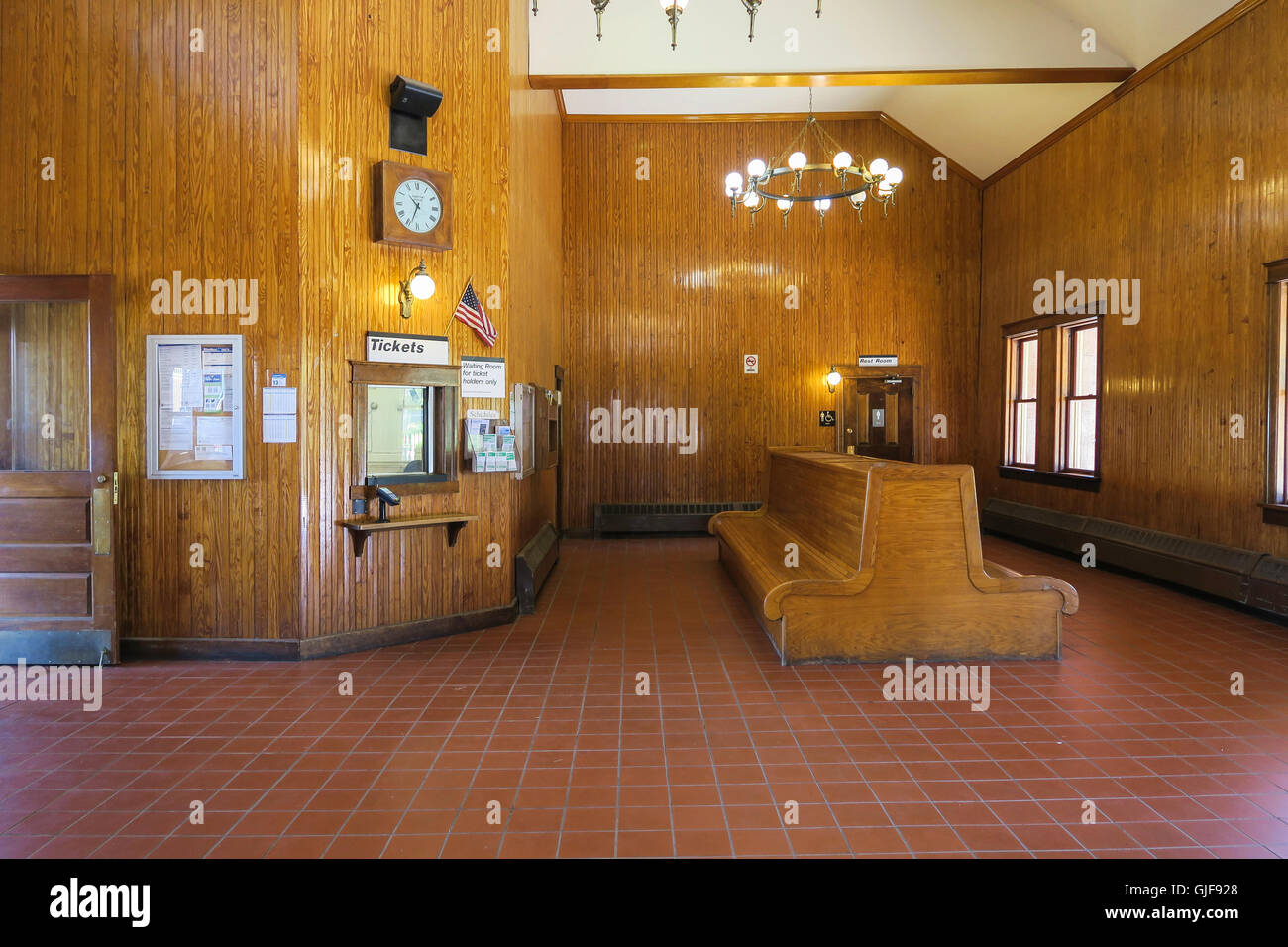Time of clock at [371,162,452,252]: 10:33
